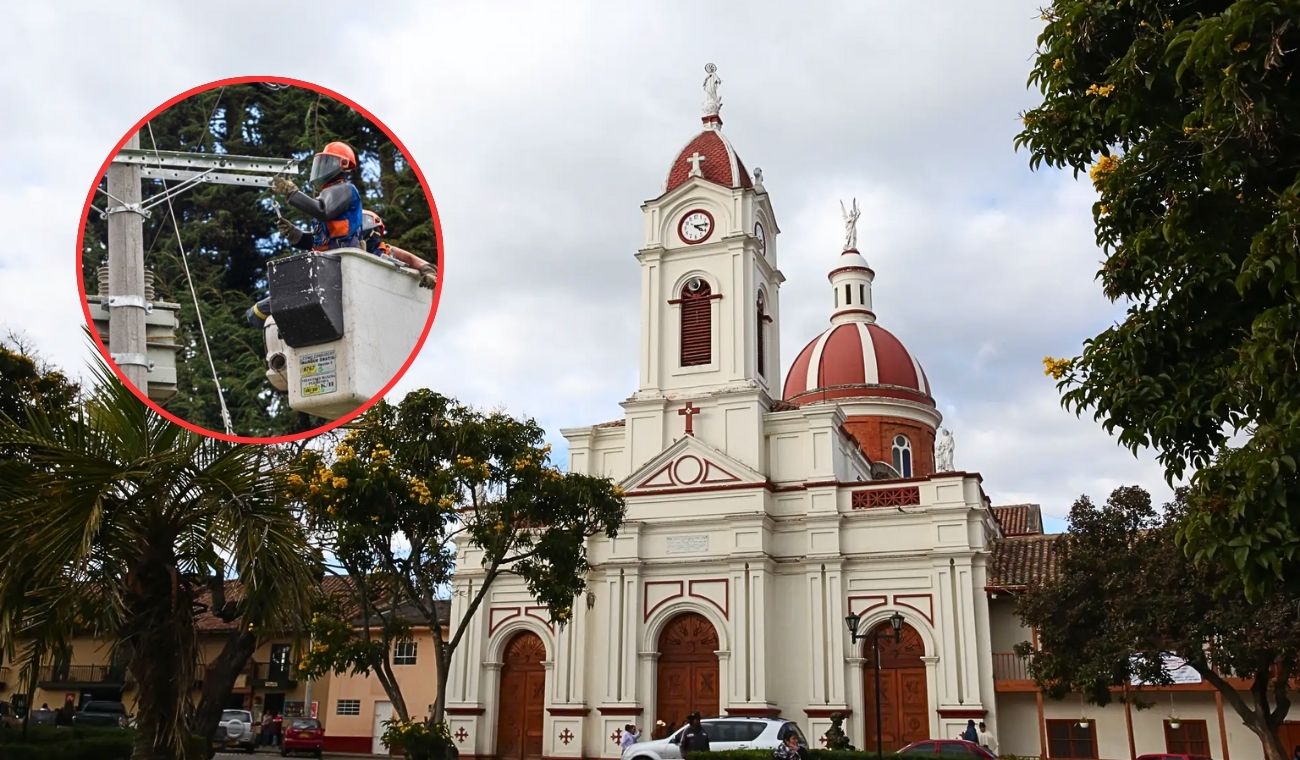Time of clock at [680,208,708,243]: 4:14
